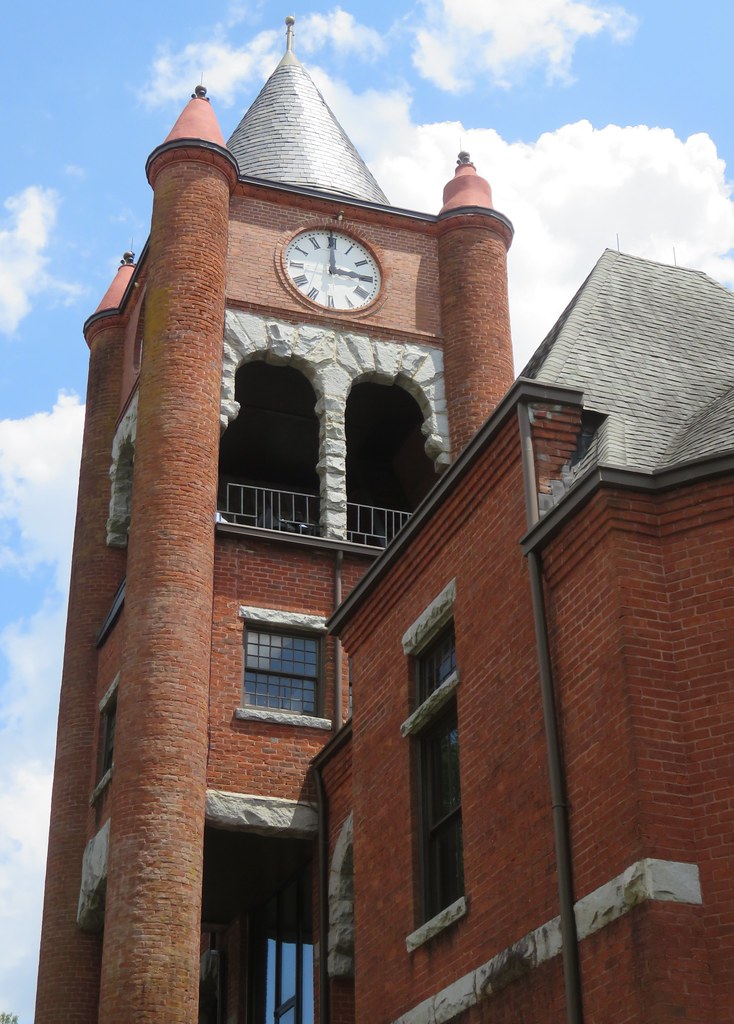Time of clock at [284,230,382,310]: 2:59
